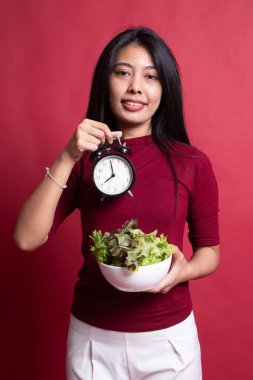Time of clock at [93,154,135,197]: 7:59
